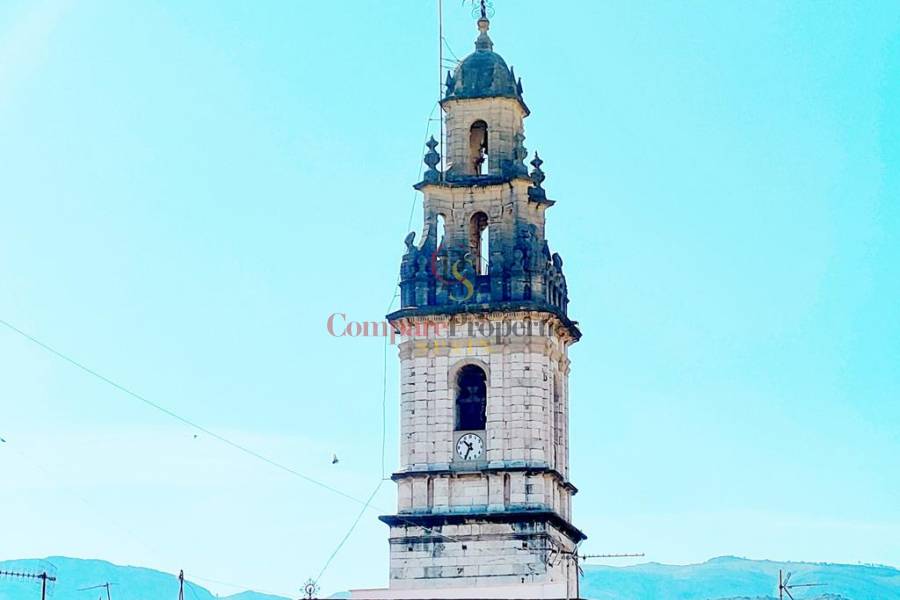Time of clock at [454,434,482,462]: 10:34
